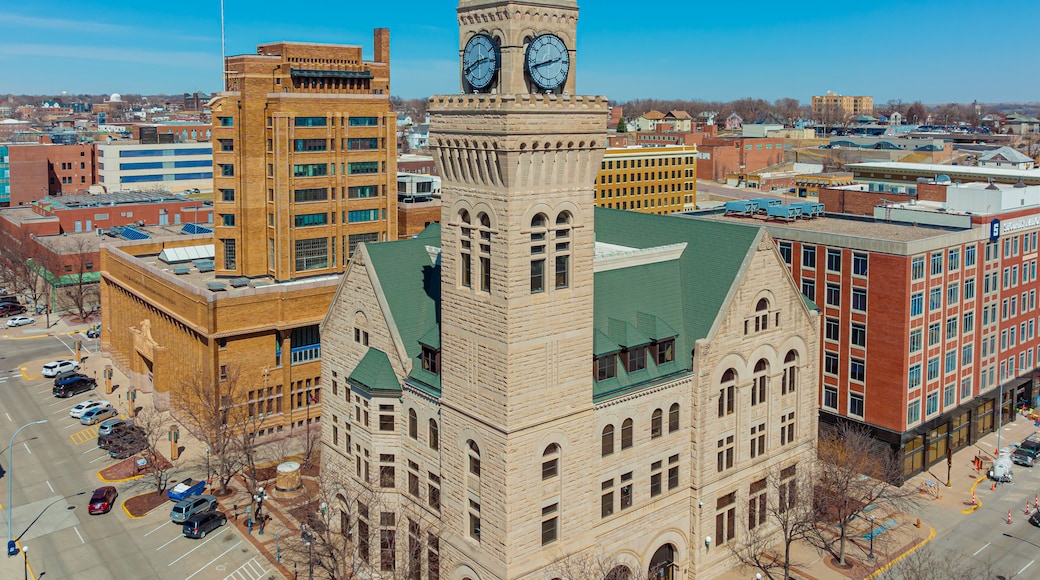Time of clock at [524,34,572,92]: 2:42
